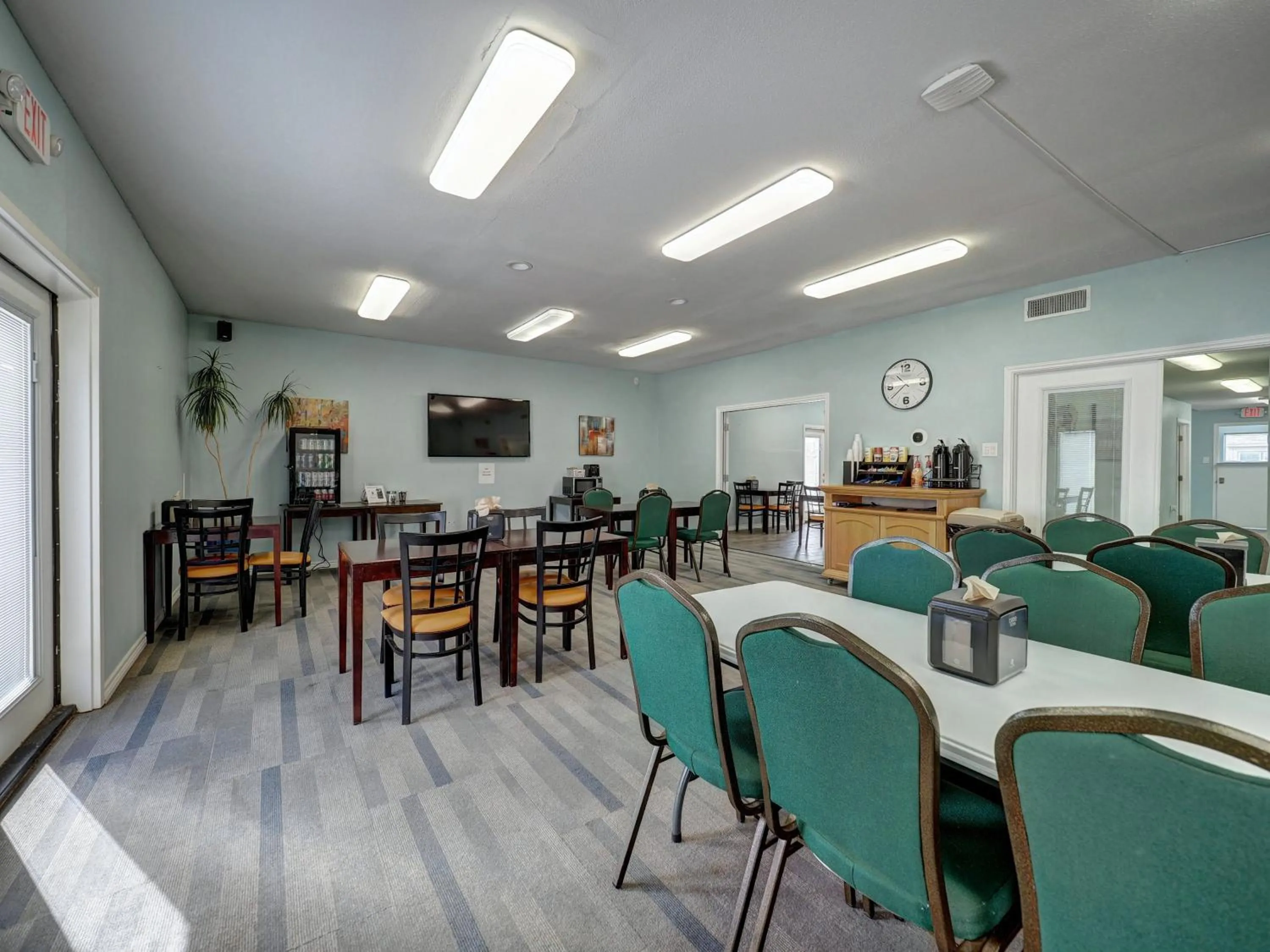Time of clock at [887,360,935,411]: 10:38
